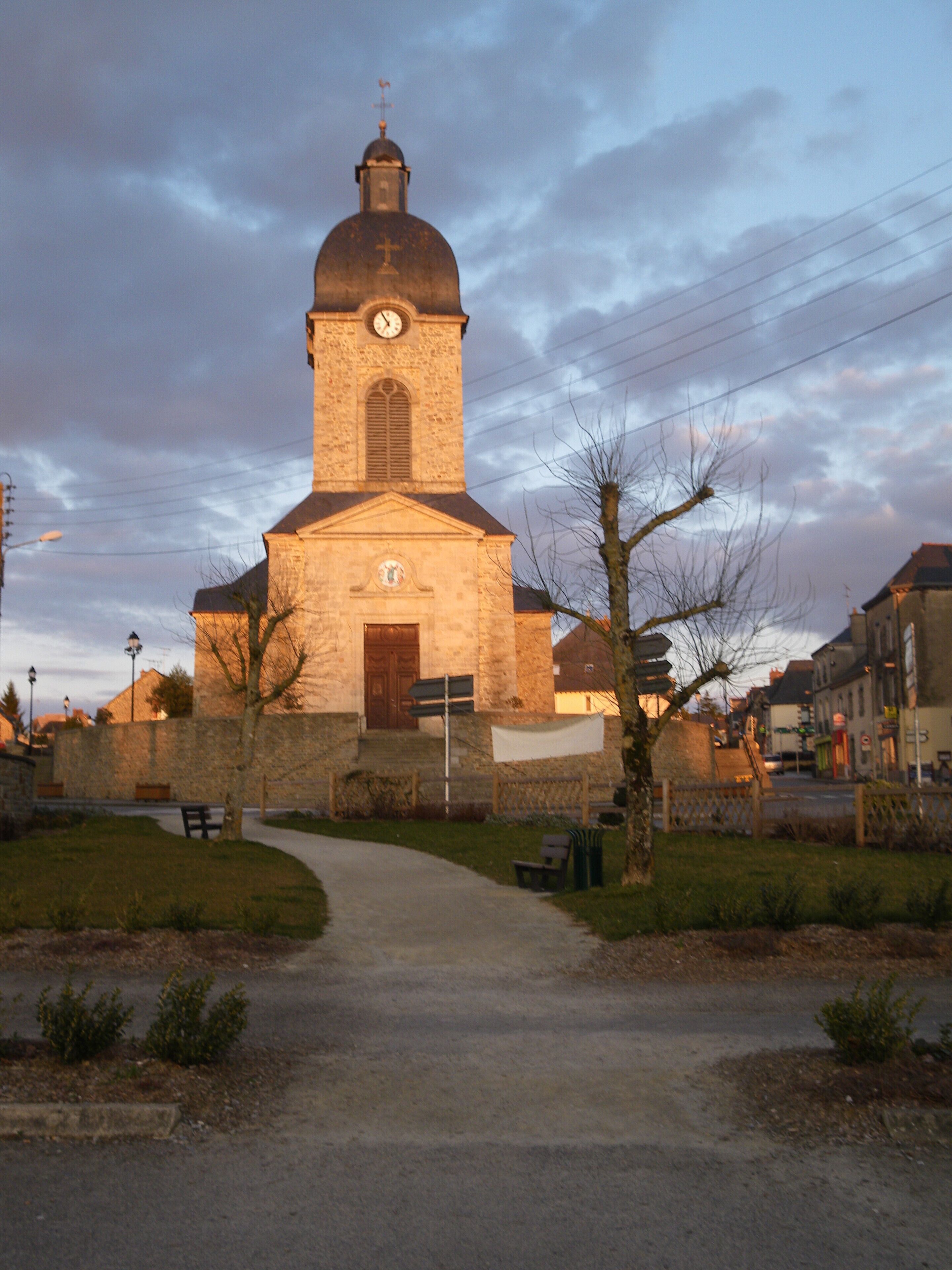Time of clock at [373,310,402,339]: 6:54
